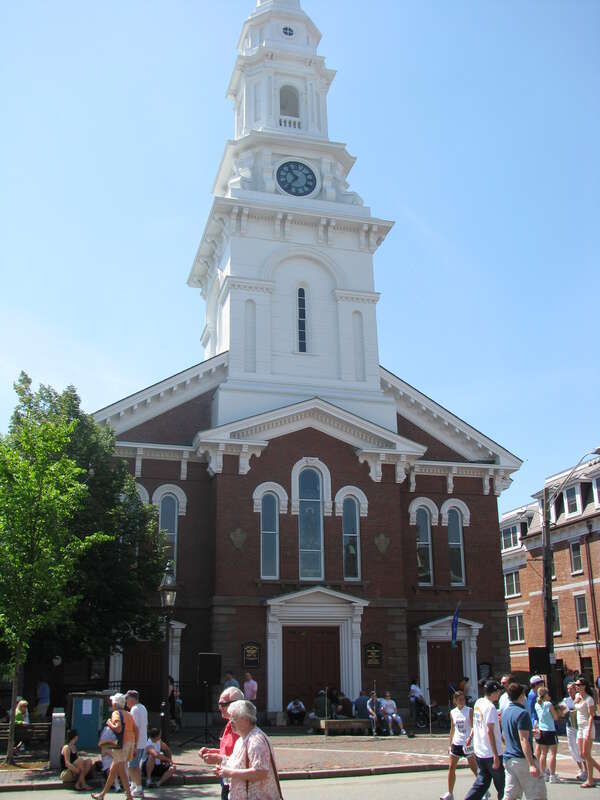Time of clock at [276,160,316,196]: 10:36
